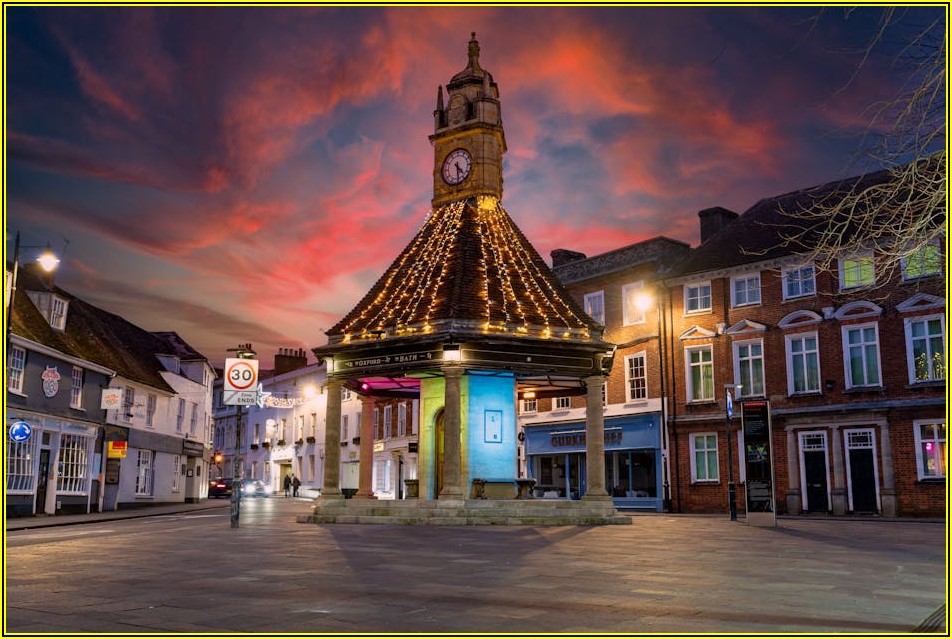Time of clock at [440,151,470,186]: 4:29
